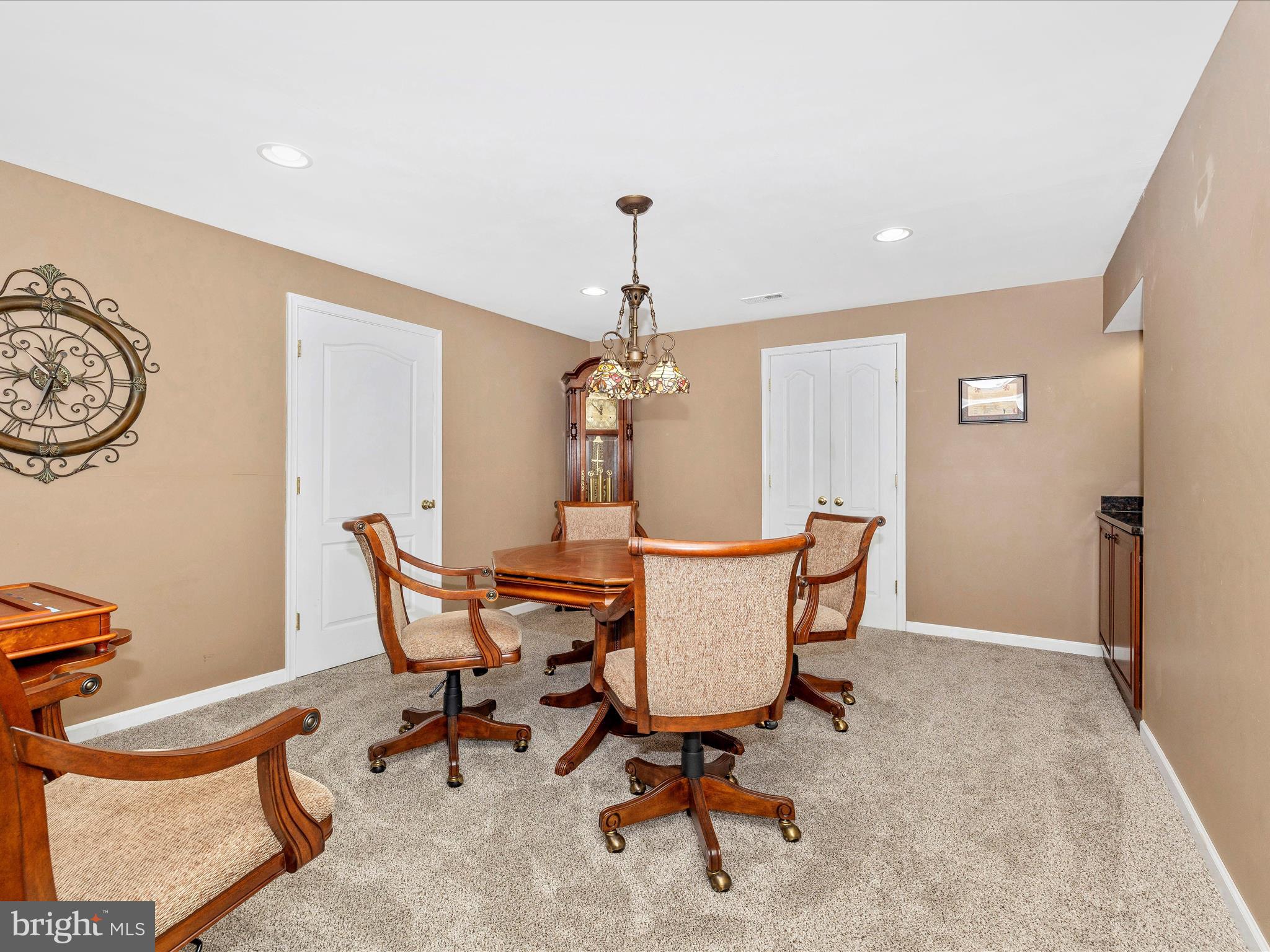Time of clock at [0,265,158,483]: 6:32
